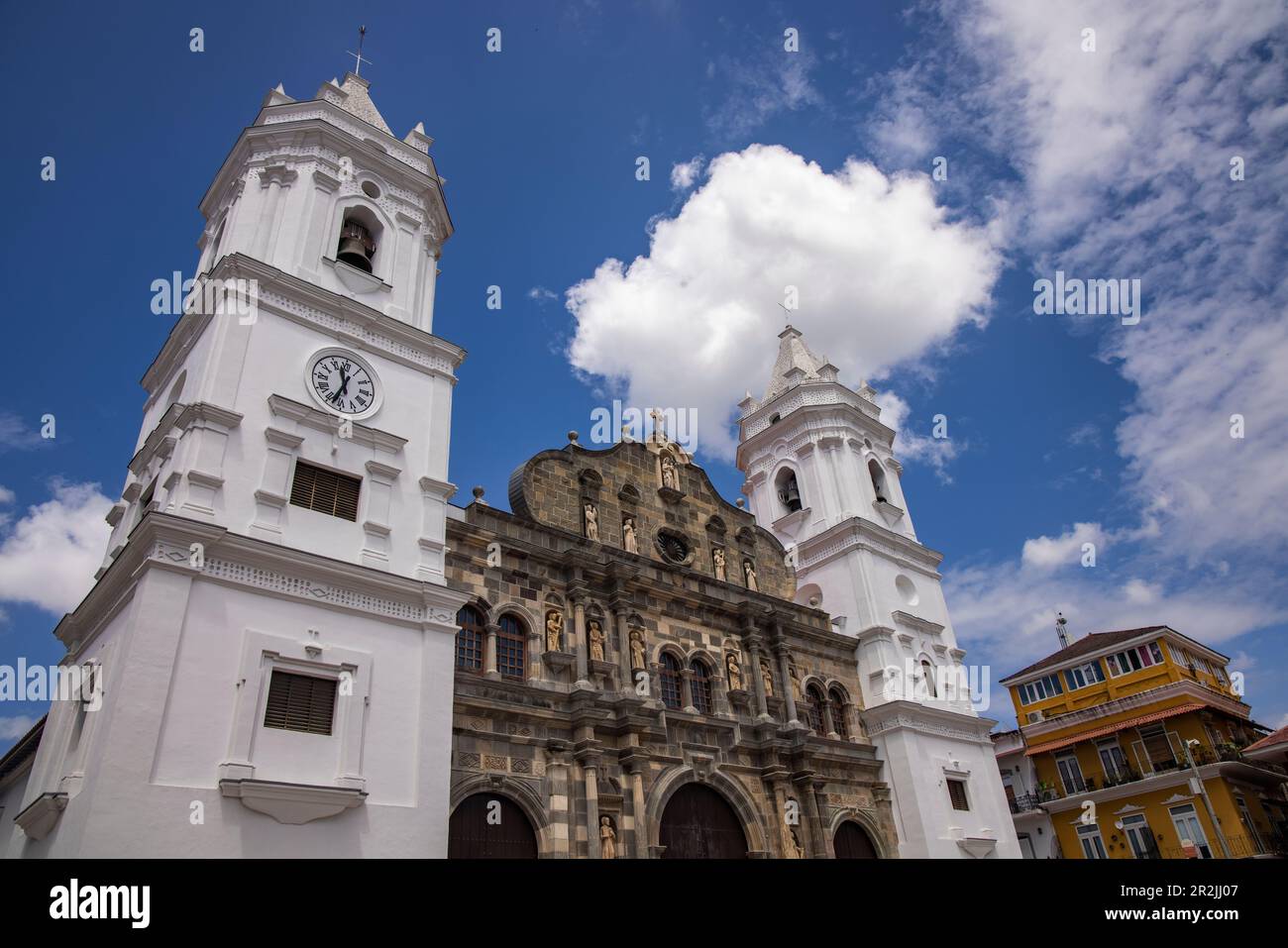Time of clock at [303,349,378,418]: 11:33
